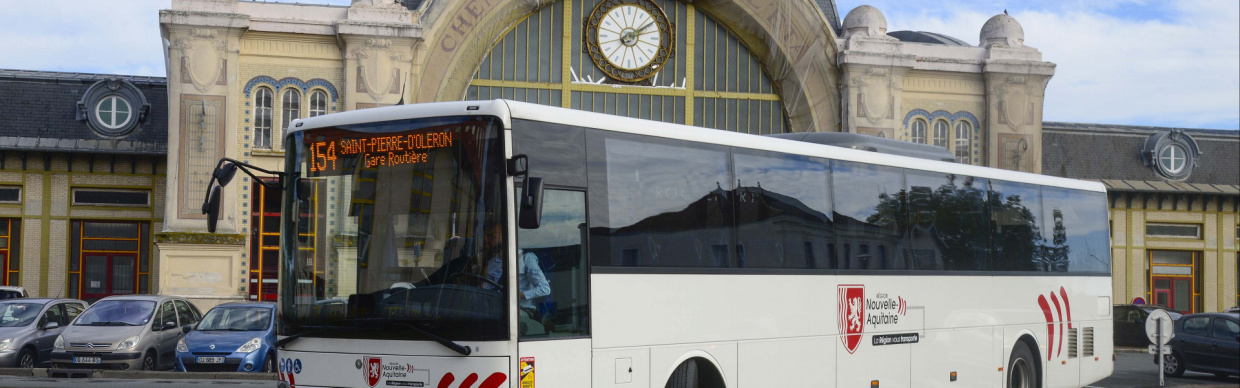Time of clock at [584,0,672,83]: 2:09
